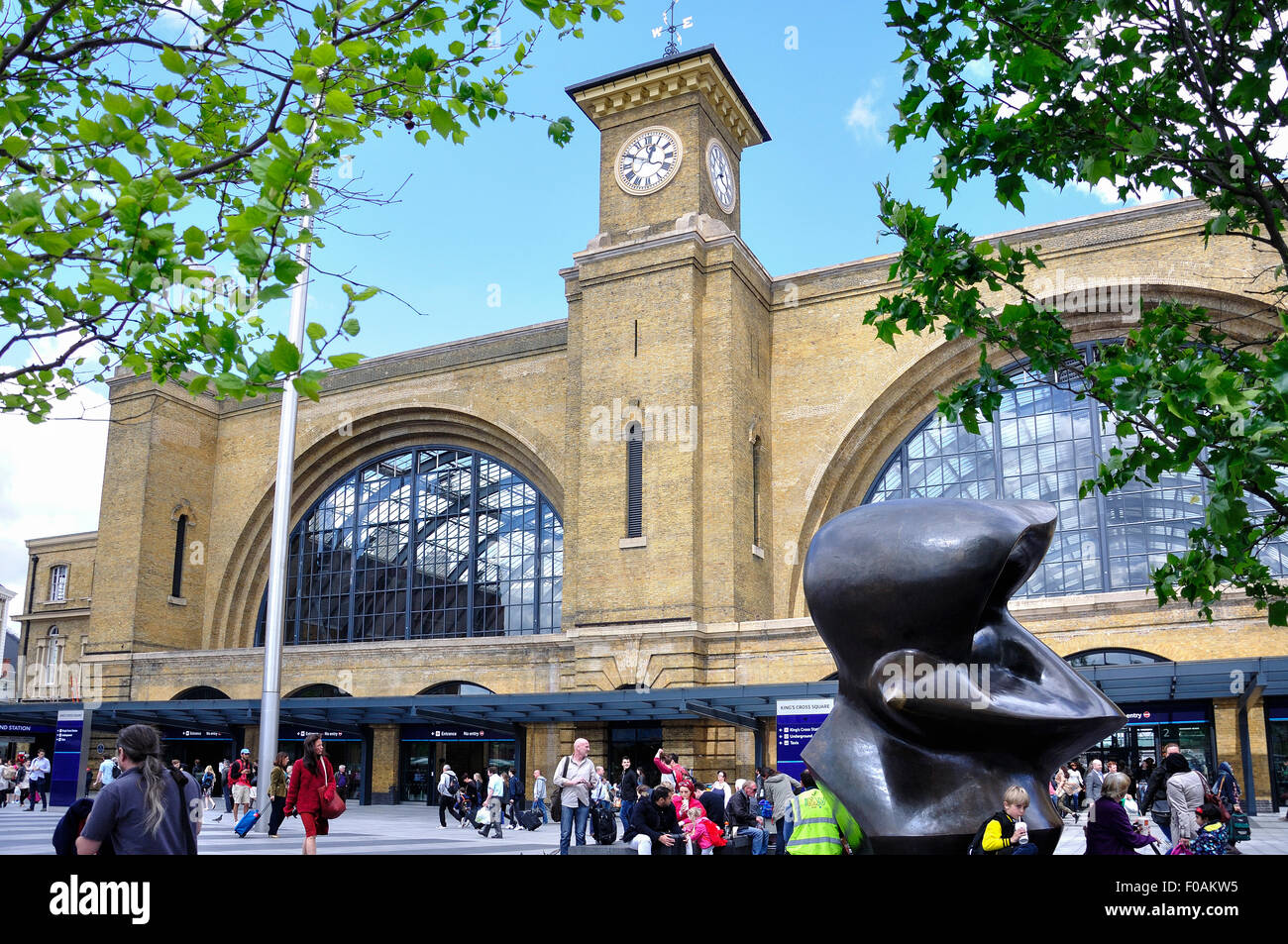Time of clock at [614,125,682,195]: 12:49
